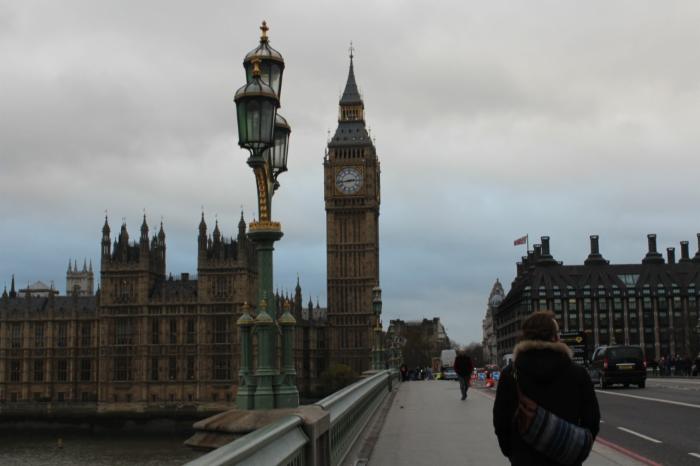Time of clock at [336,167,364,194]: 2:43
